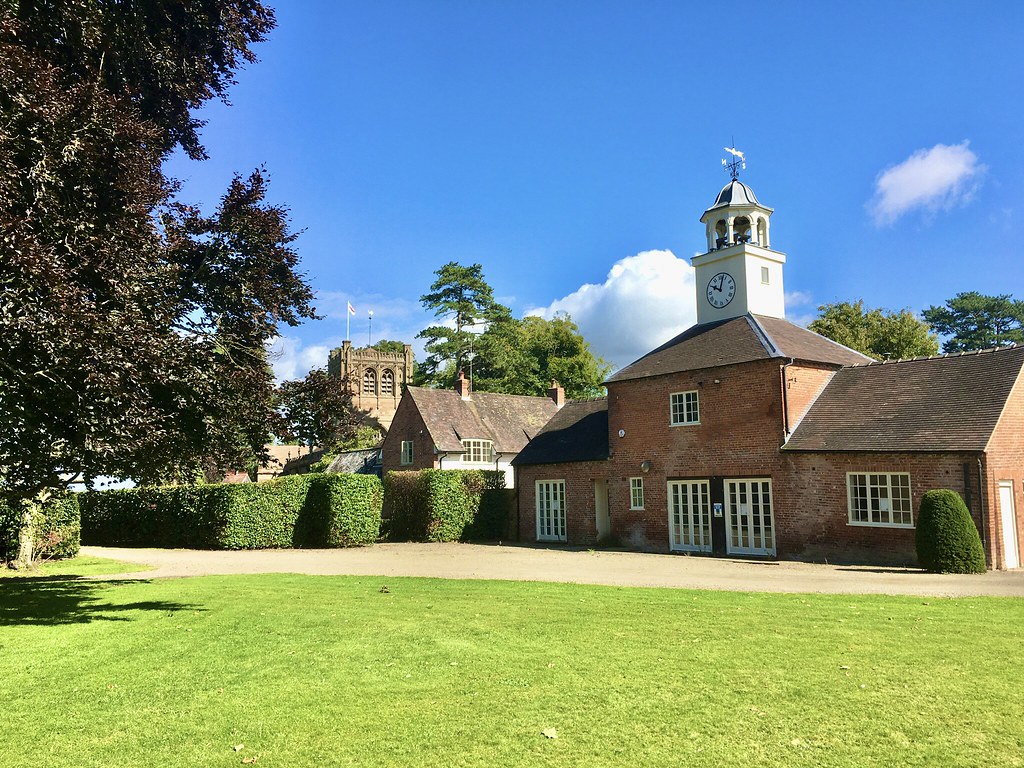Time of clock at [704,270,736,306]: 10:02
